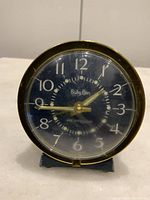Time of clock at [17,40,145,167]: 1:44
